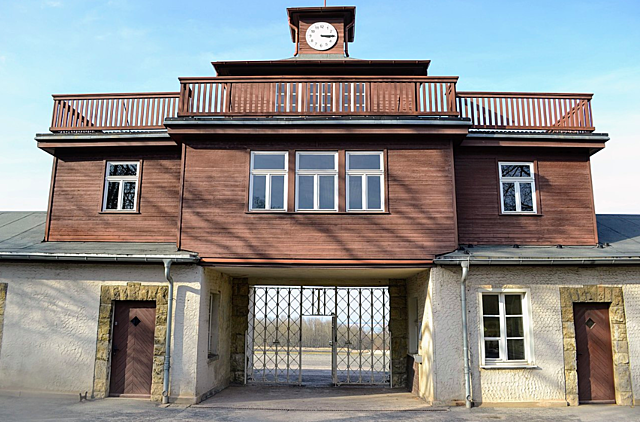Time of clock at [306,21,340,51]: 3:14
